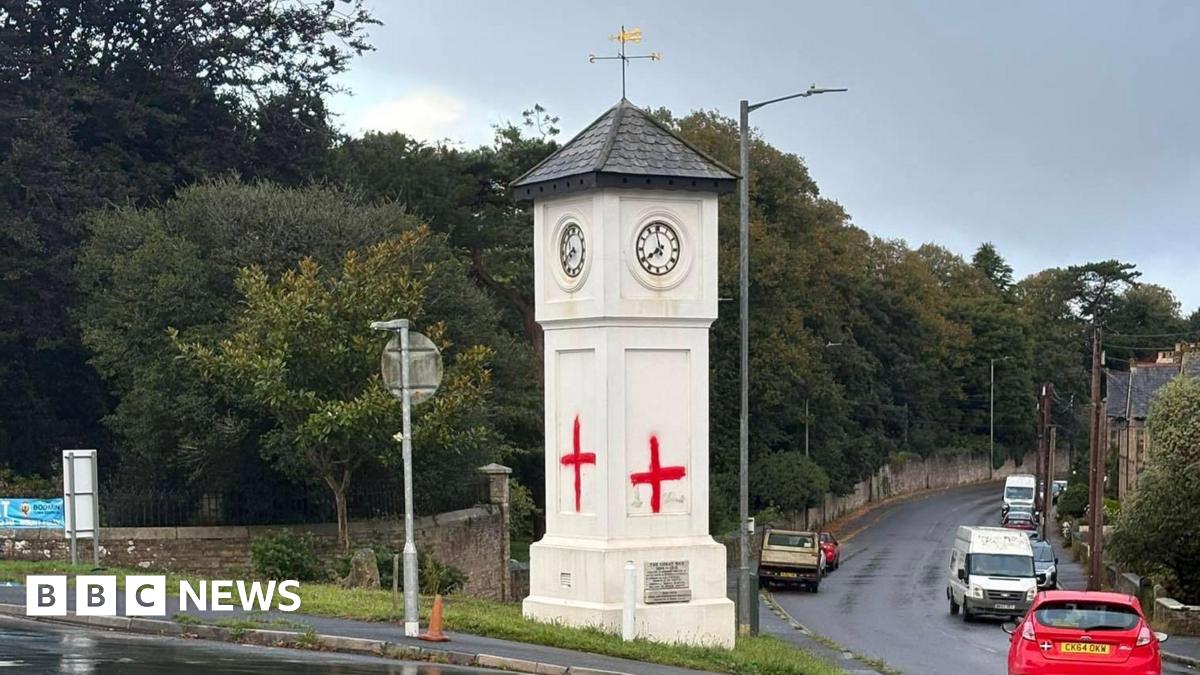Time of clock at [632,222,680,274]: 7:58
